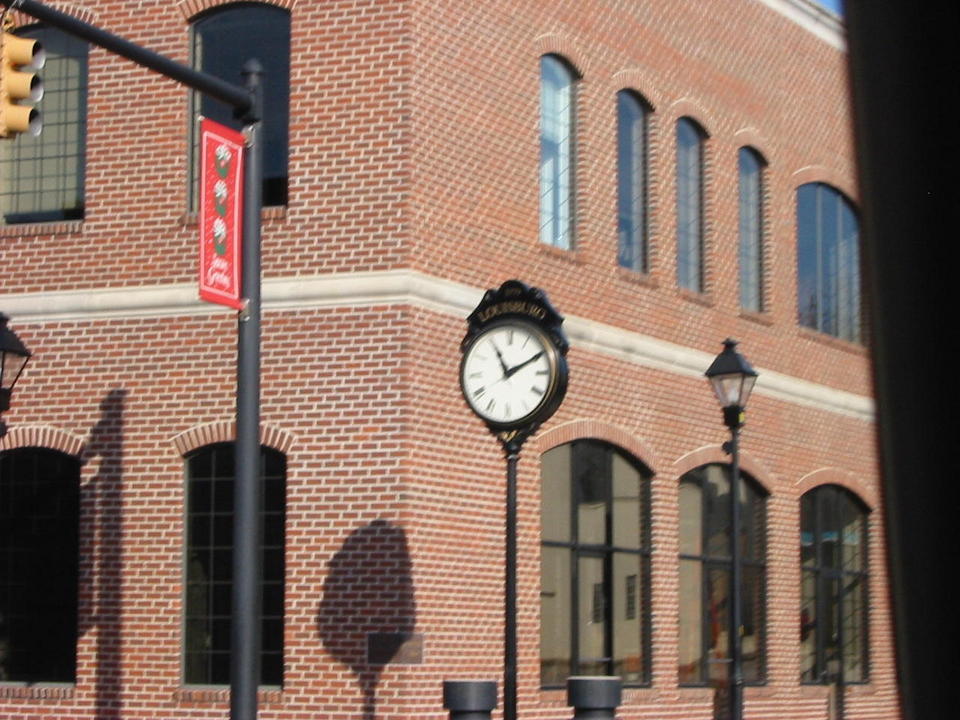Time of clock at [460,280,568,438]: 11:10
